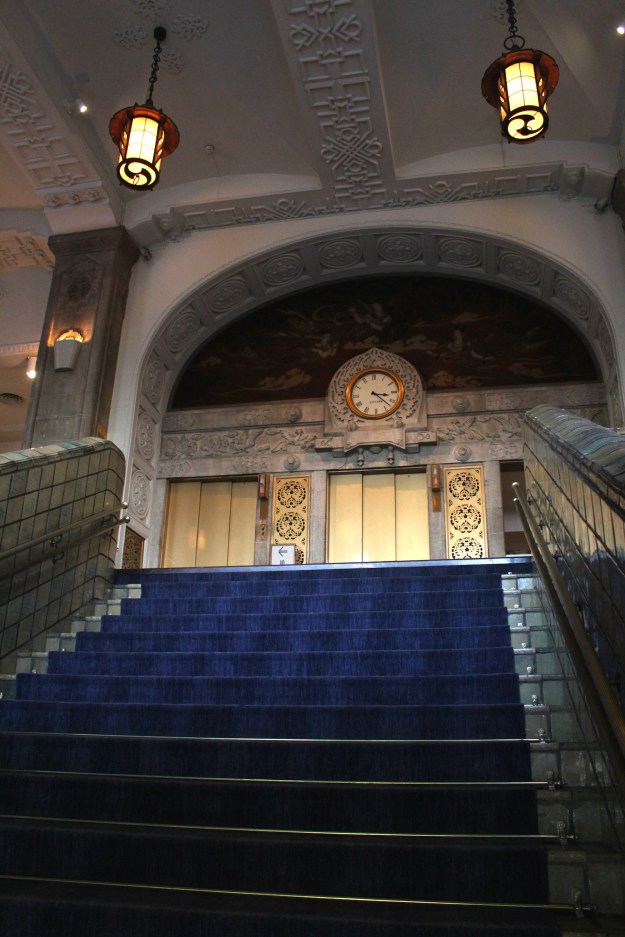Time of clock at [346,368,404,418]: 3:22
